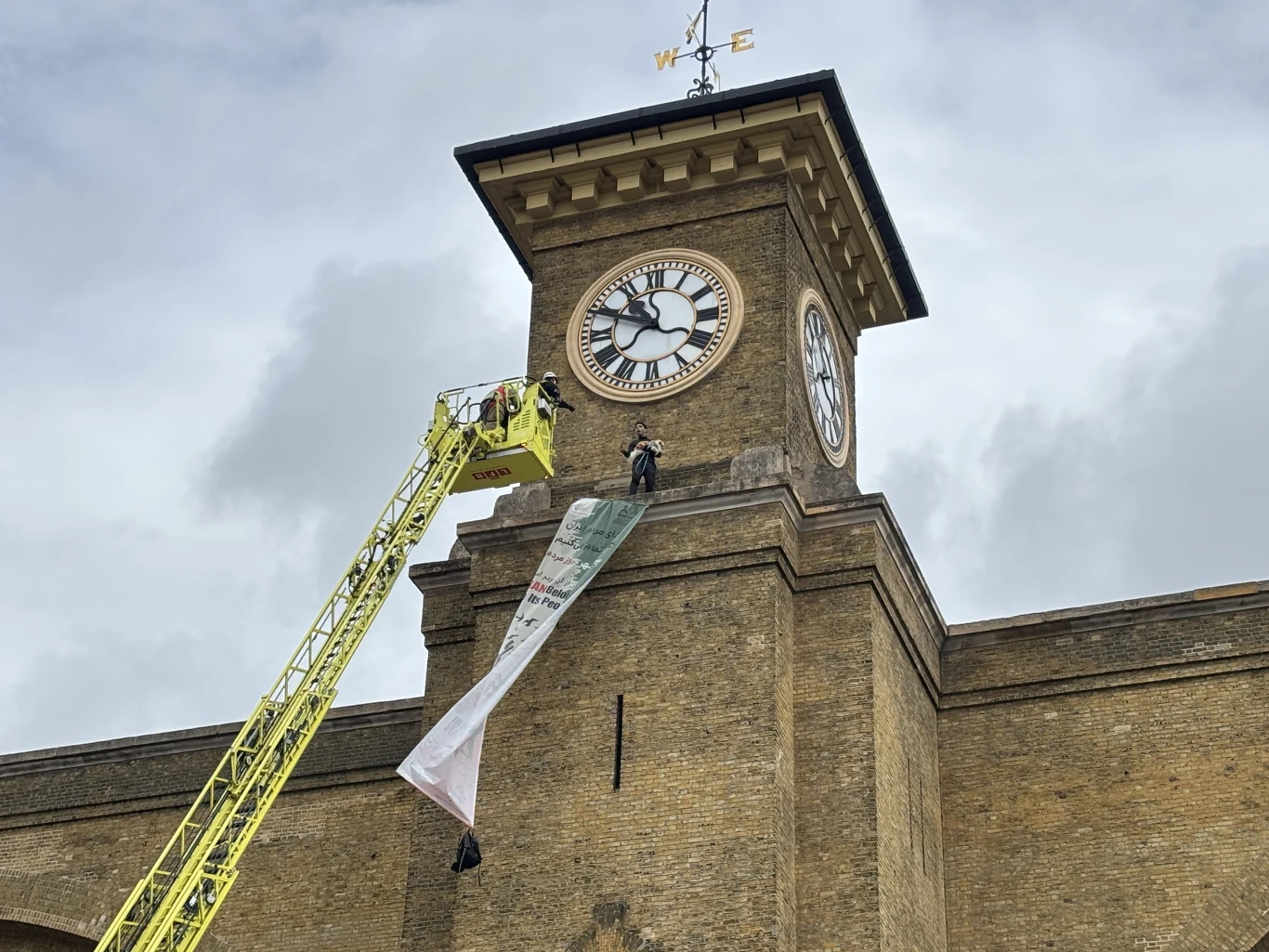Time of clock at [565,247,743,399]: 10:48
